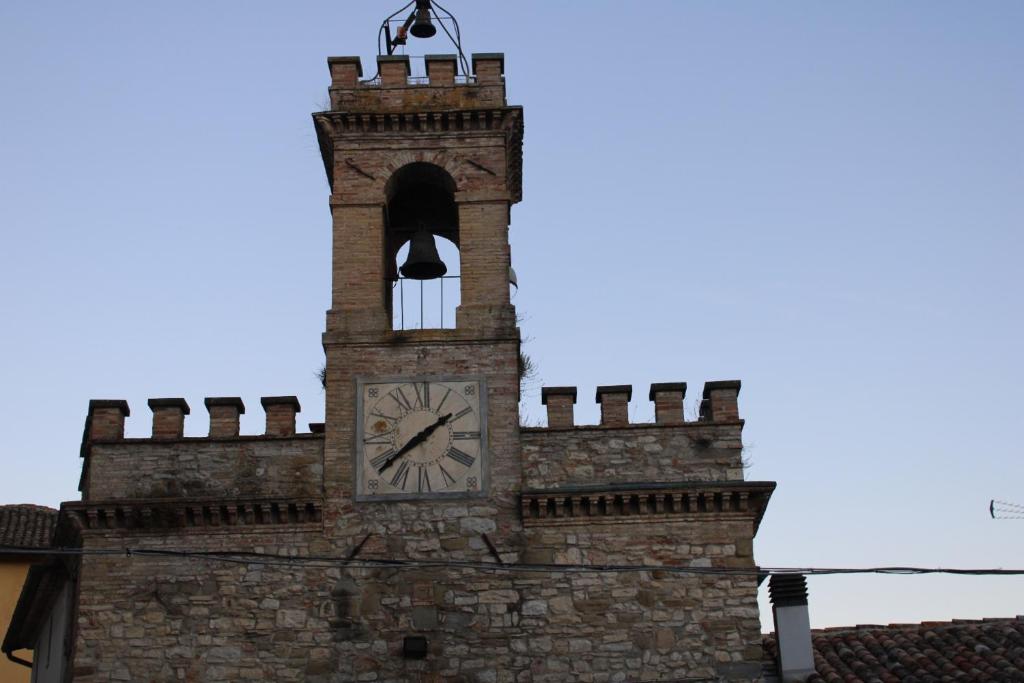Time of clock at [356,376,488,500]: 1:38
